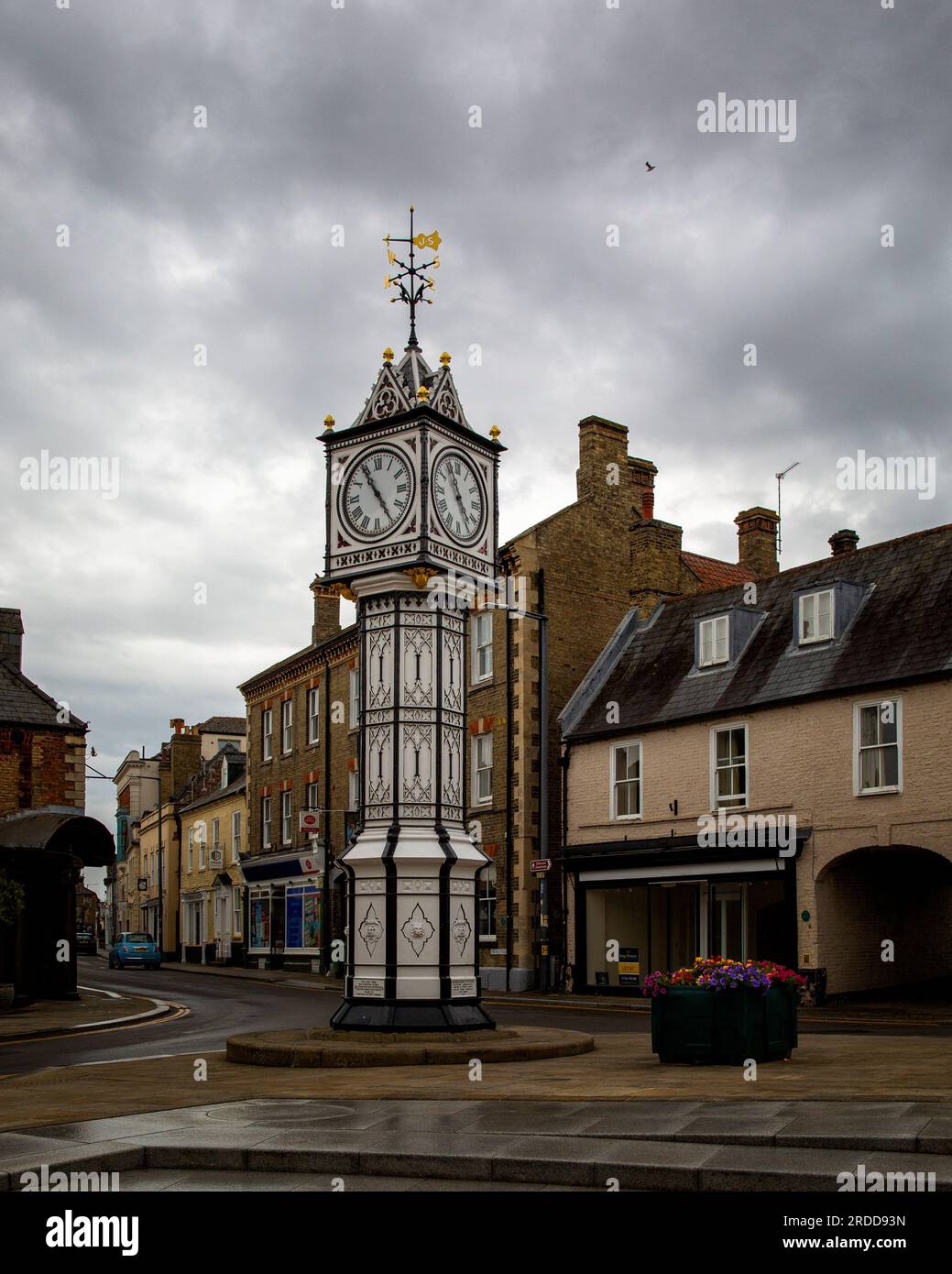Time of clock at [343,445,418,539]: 4:54
